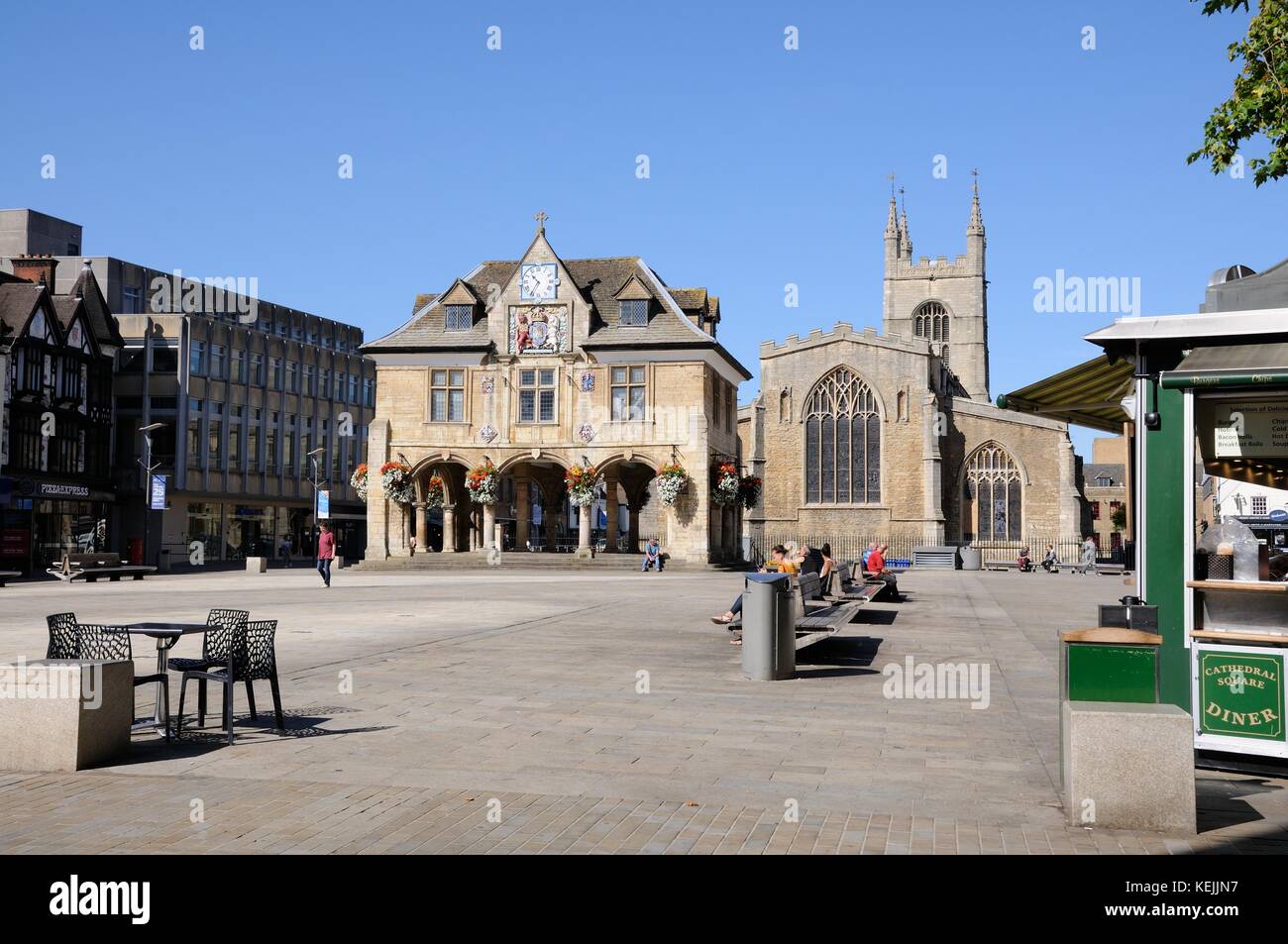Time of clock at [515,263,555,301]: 10:35
